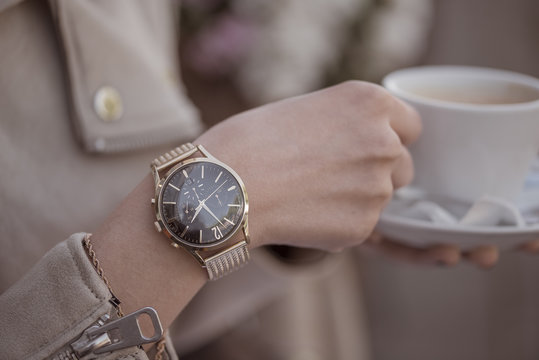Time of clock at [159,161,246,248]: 7:22
